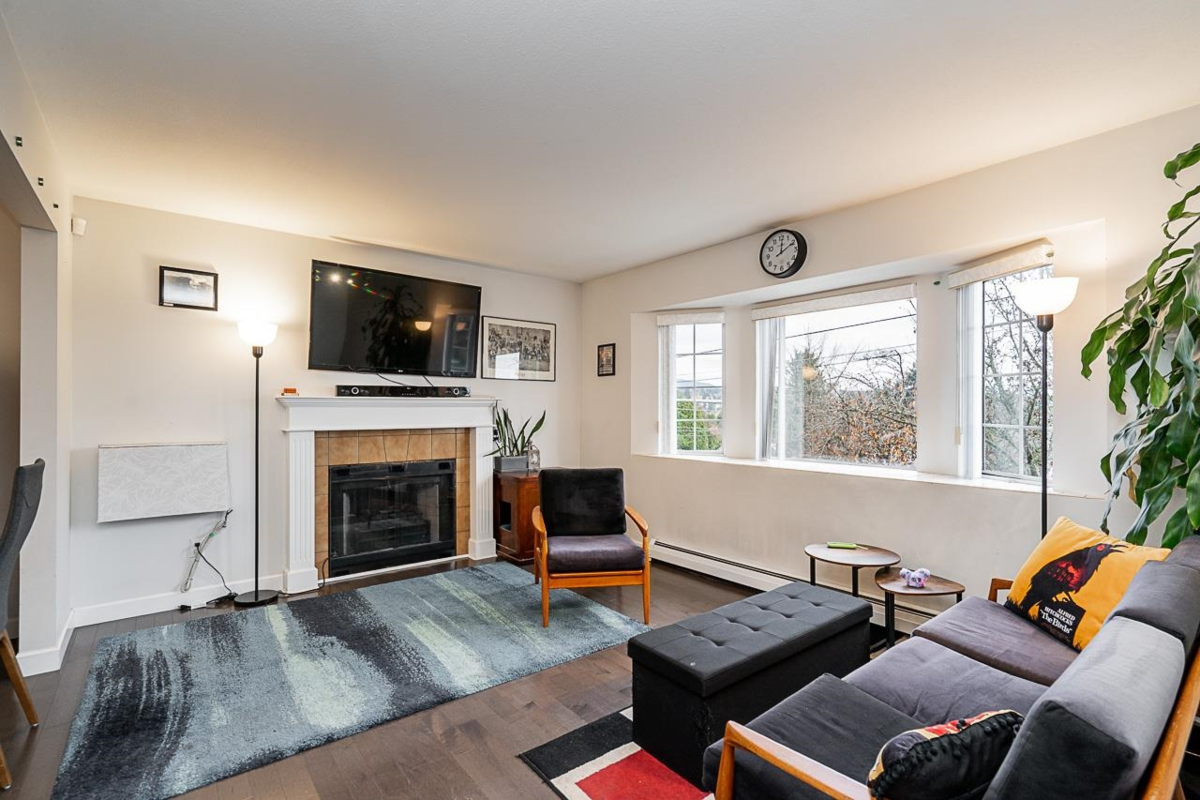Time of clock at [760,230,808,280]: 12:10
